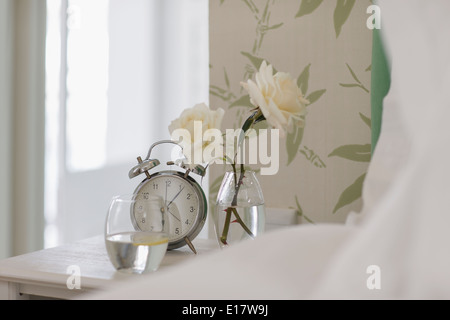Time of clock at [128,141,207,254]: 6:06
